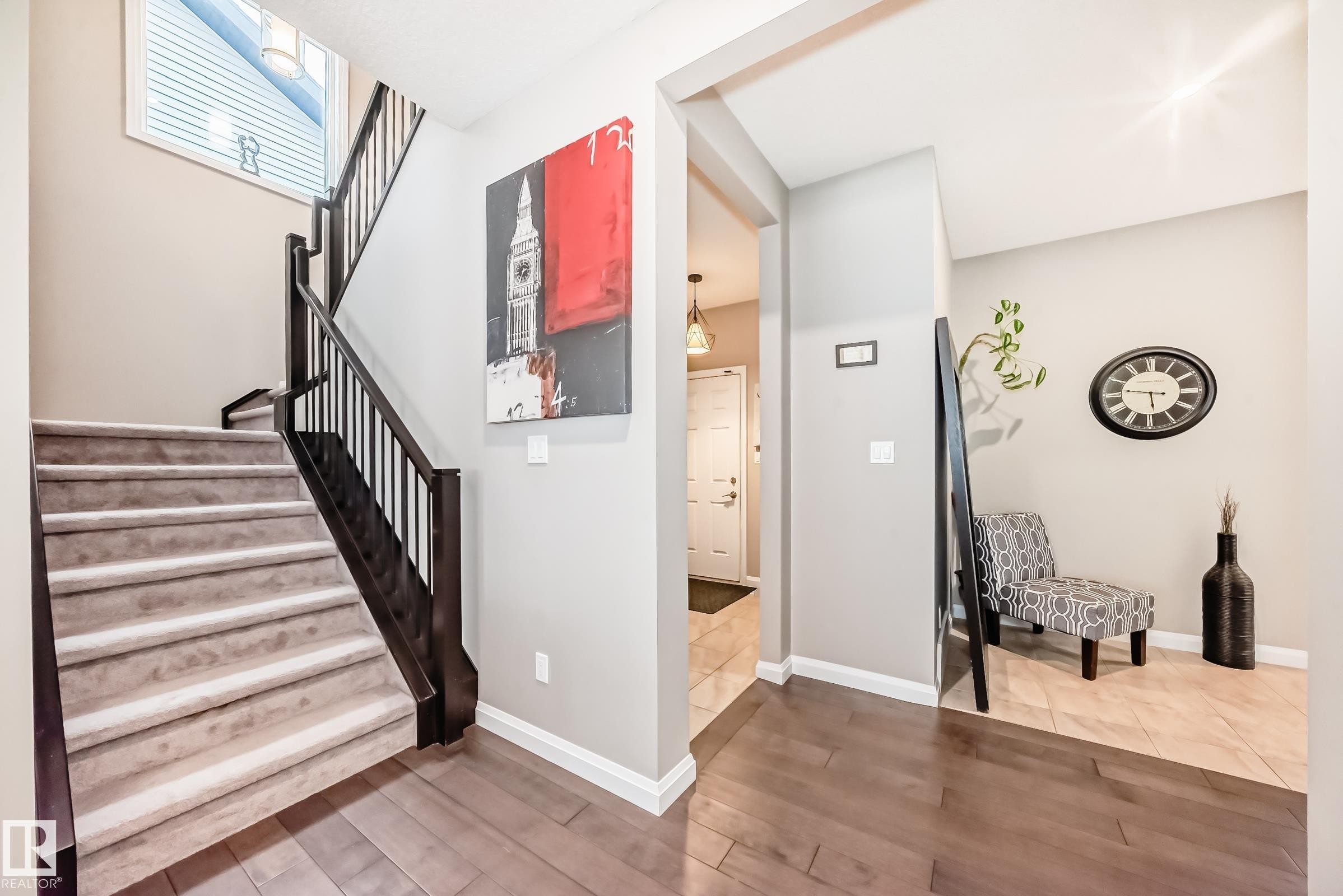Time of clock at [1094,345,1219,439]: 5:46
